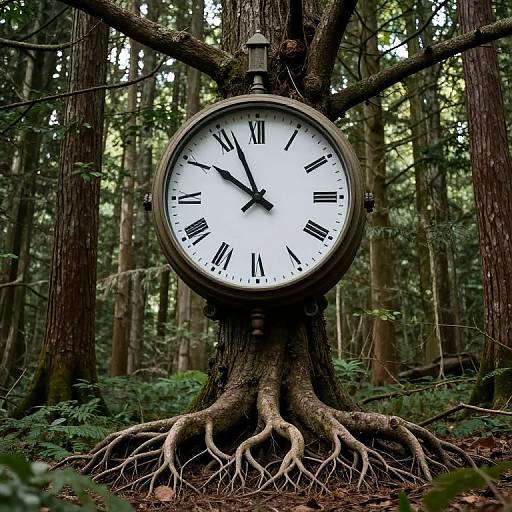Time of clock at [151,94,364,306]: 9:56
